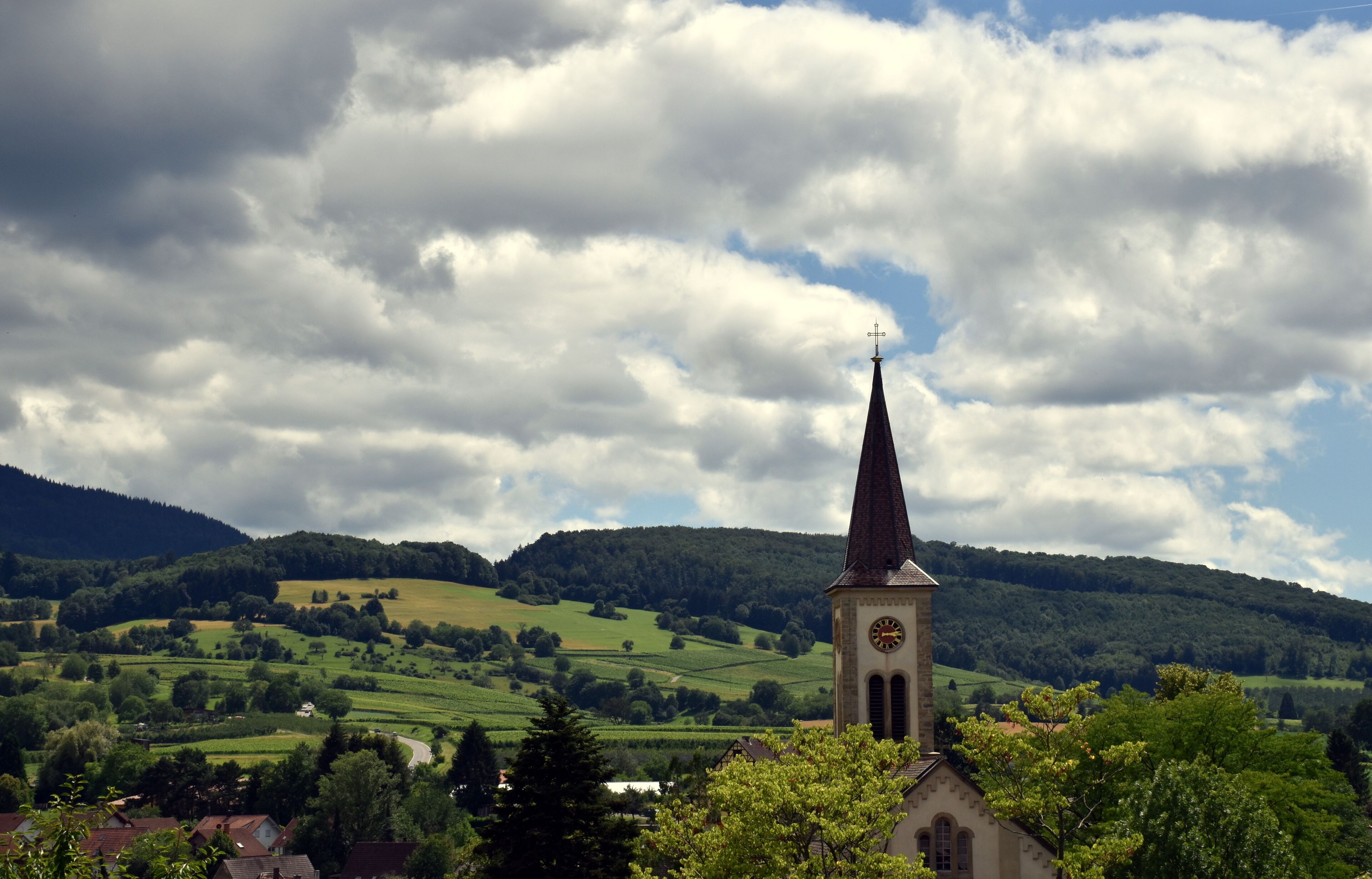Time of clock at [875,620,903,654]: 3:13
